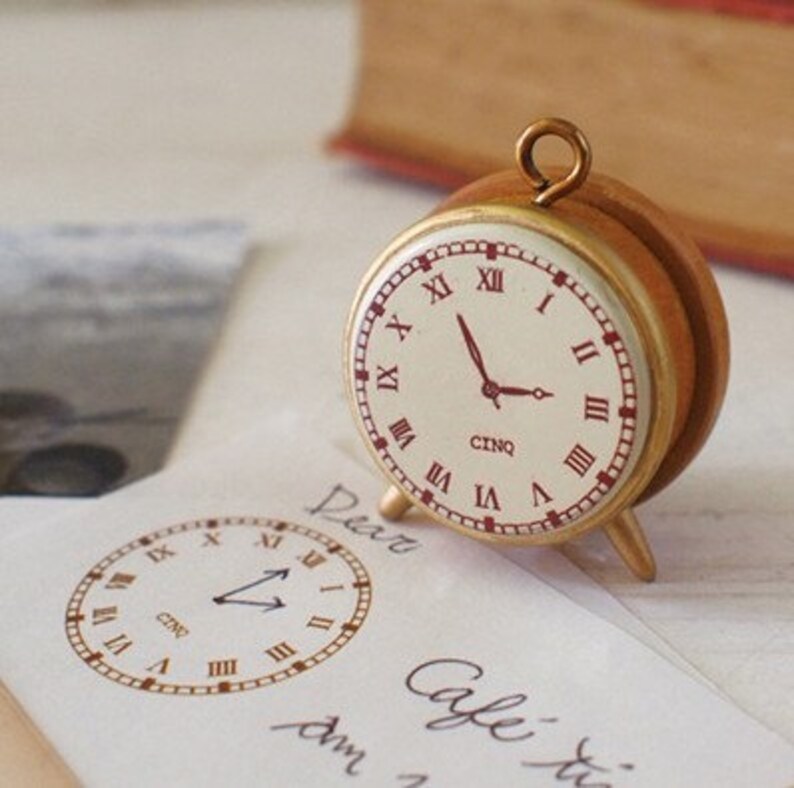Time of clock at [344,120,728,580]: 2:55
